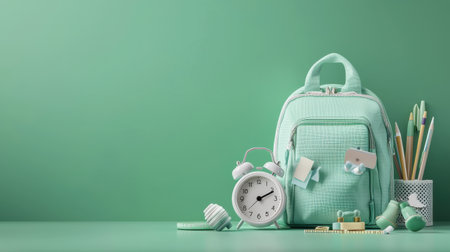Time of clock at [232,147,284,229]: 2:11
